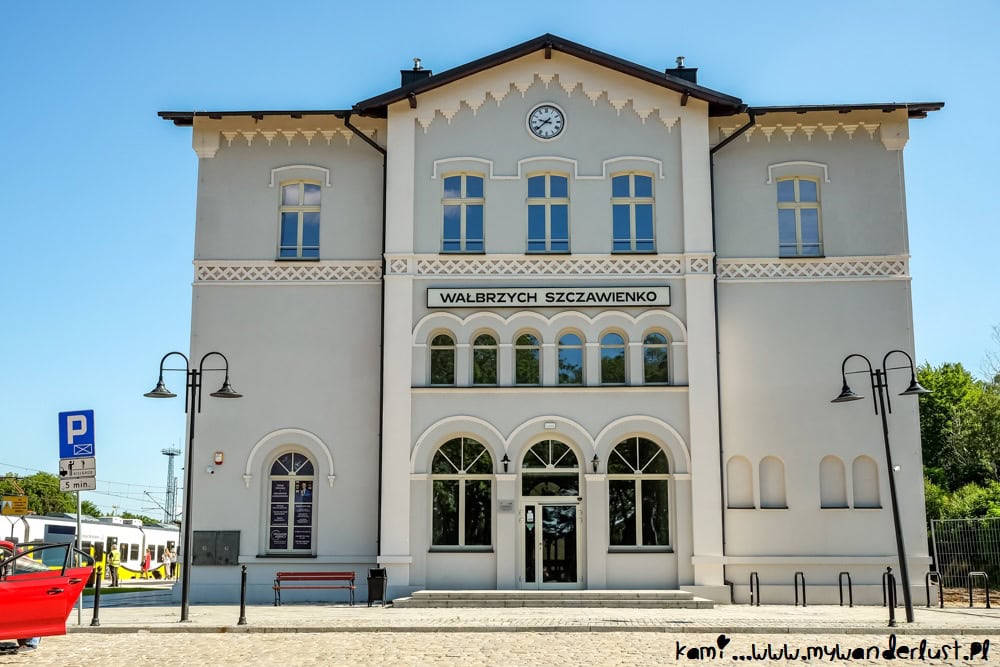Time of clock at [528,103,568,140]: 9:38
